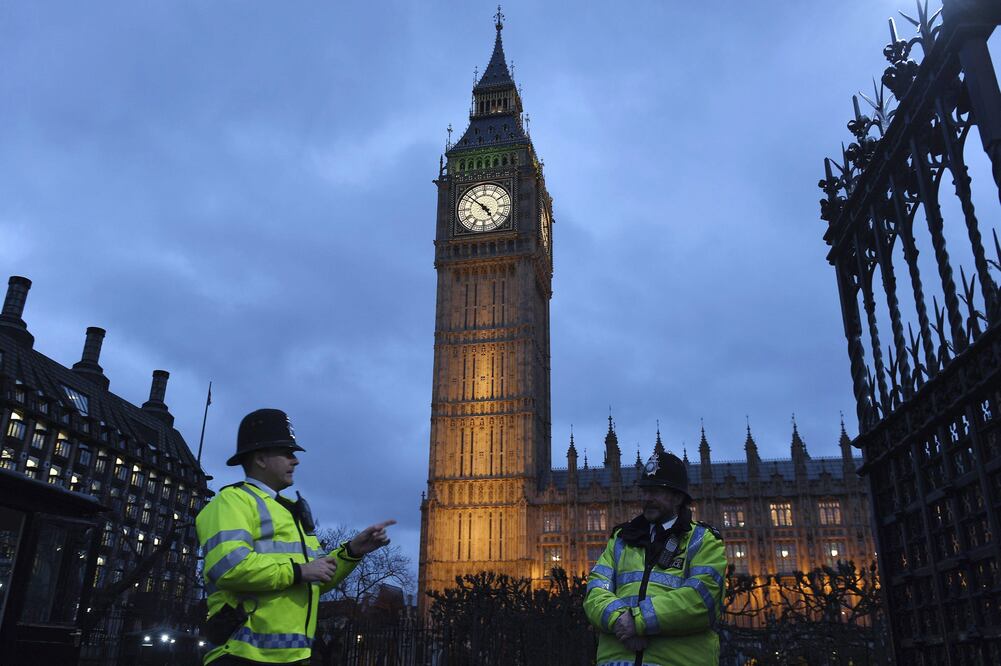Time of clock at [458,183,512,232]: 4:51
